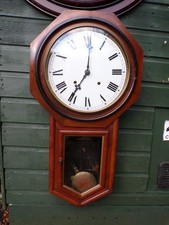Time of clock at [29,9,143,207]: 7:01
